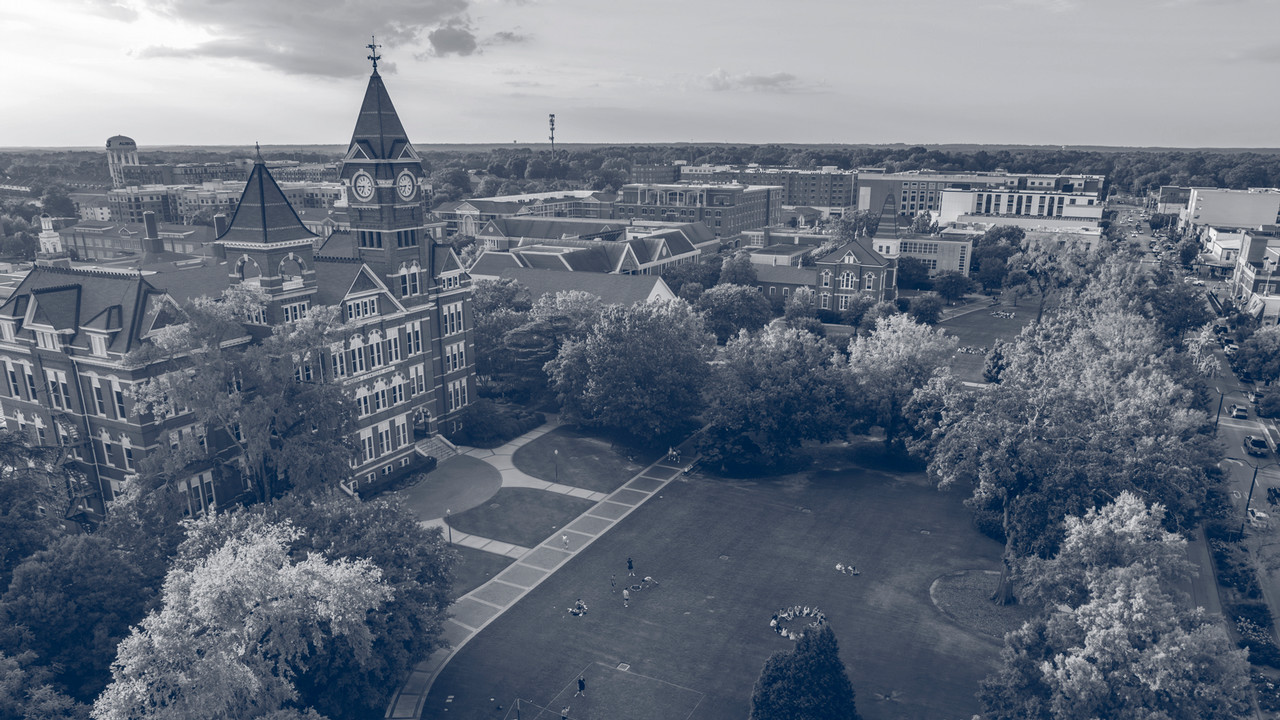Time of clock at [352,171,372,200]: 6:44
